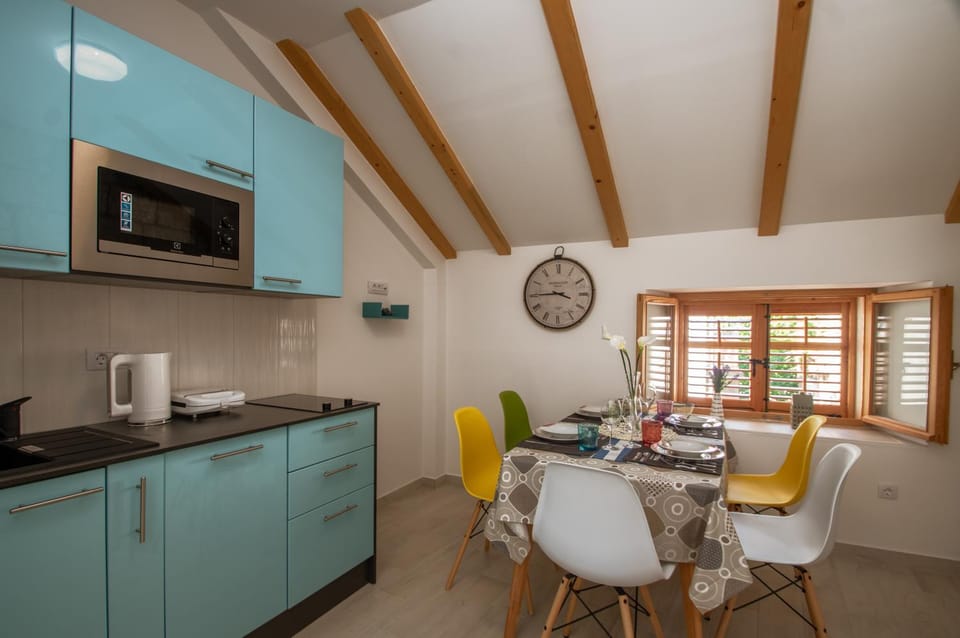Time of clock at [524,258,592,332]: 3:44
